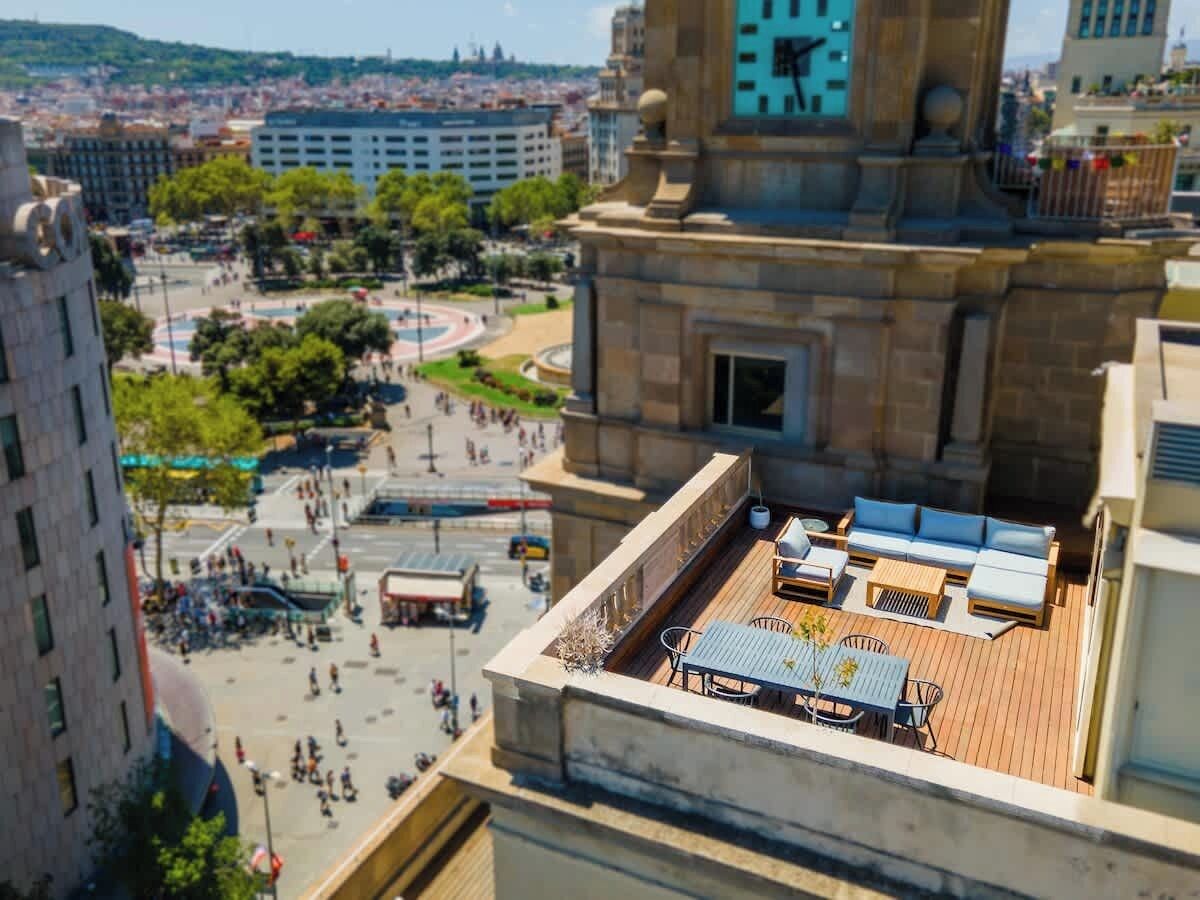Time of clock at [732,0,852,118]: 2:27
